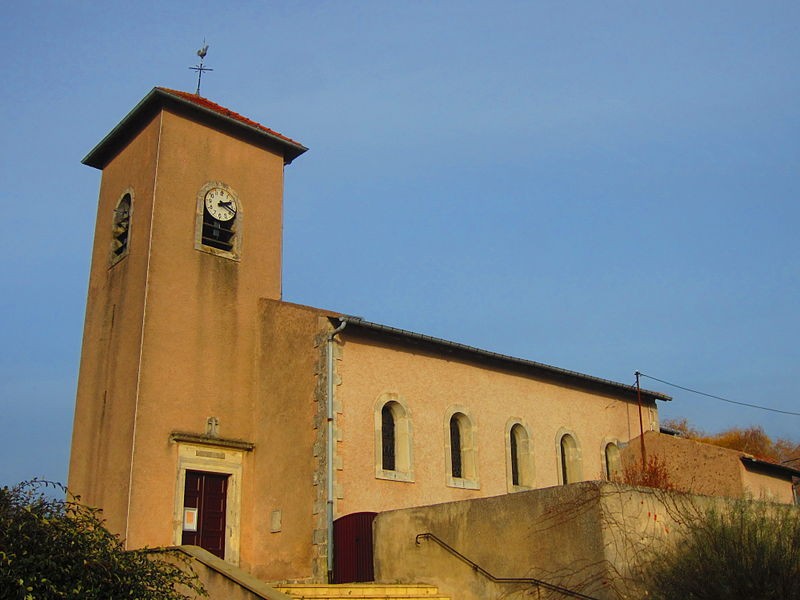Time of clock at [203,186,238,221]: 2:18
